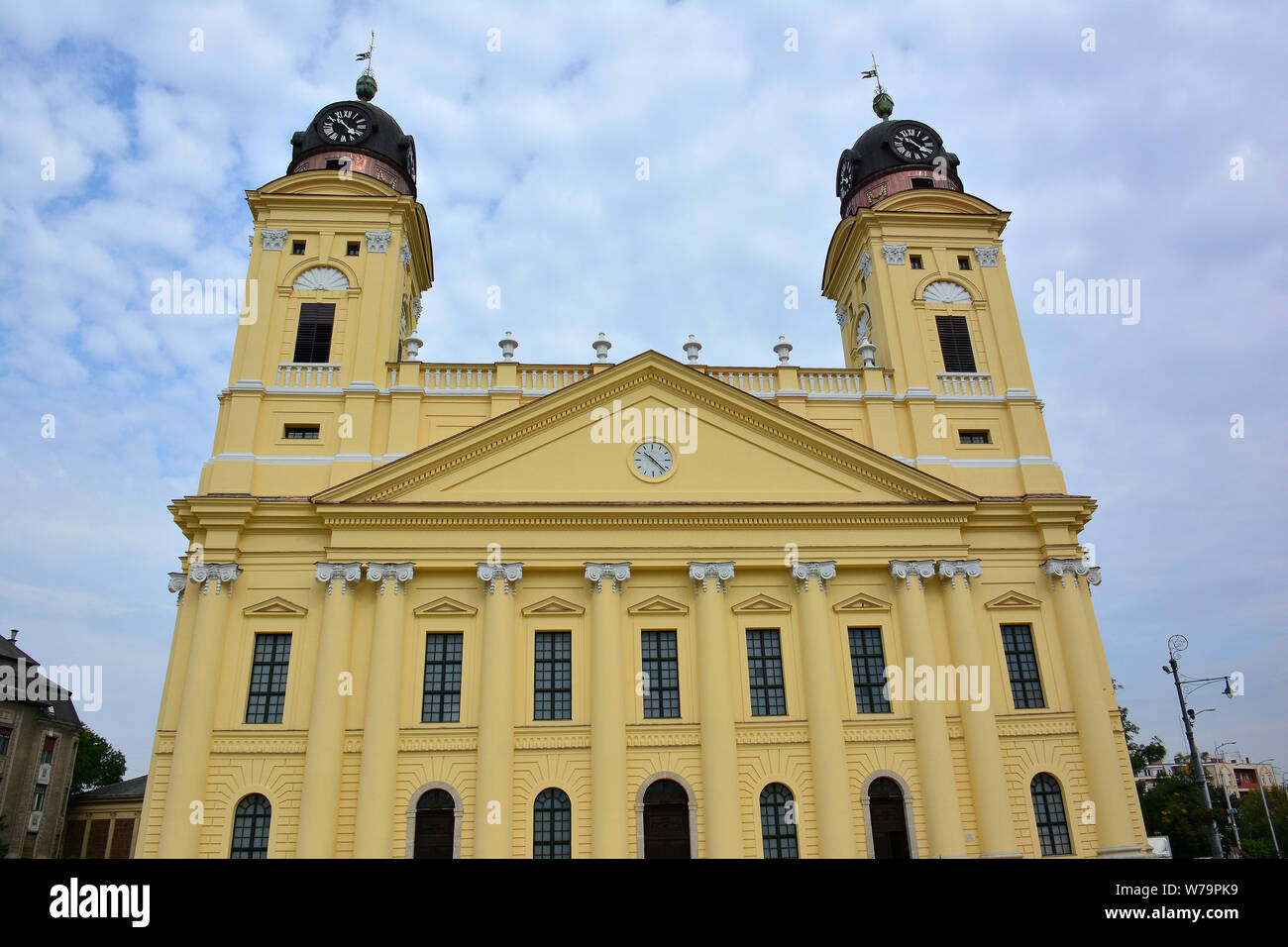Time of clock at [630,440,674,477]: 10:22
